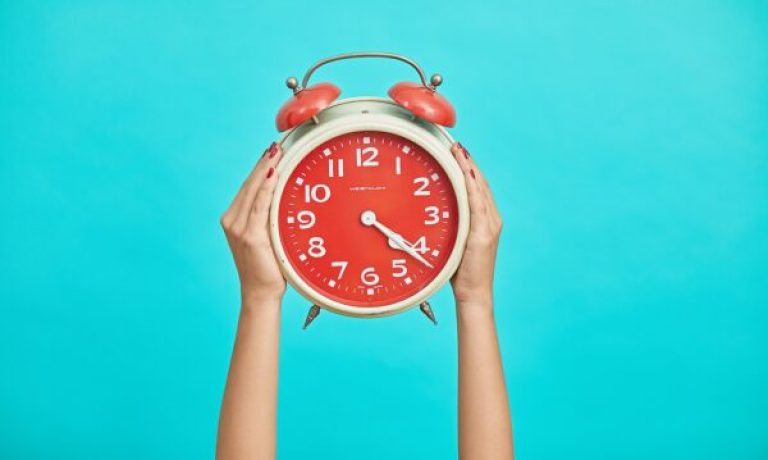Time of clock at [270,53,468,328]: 4:21
